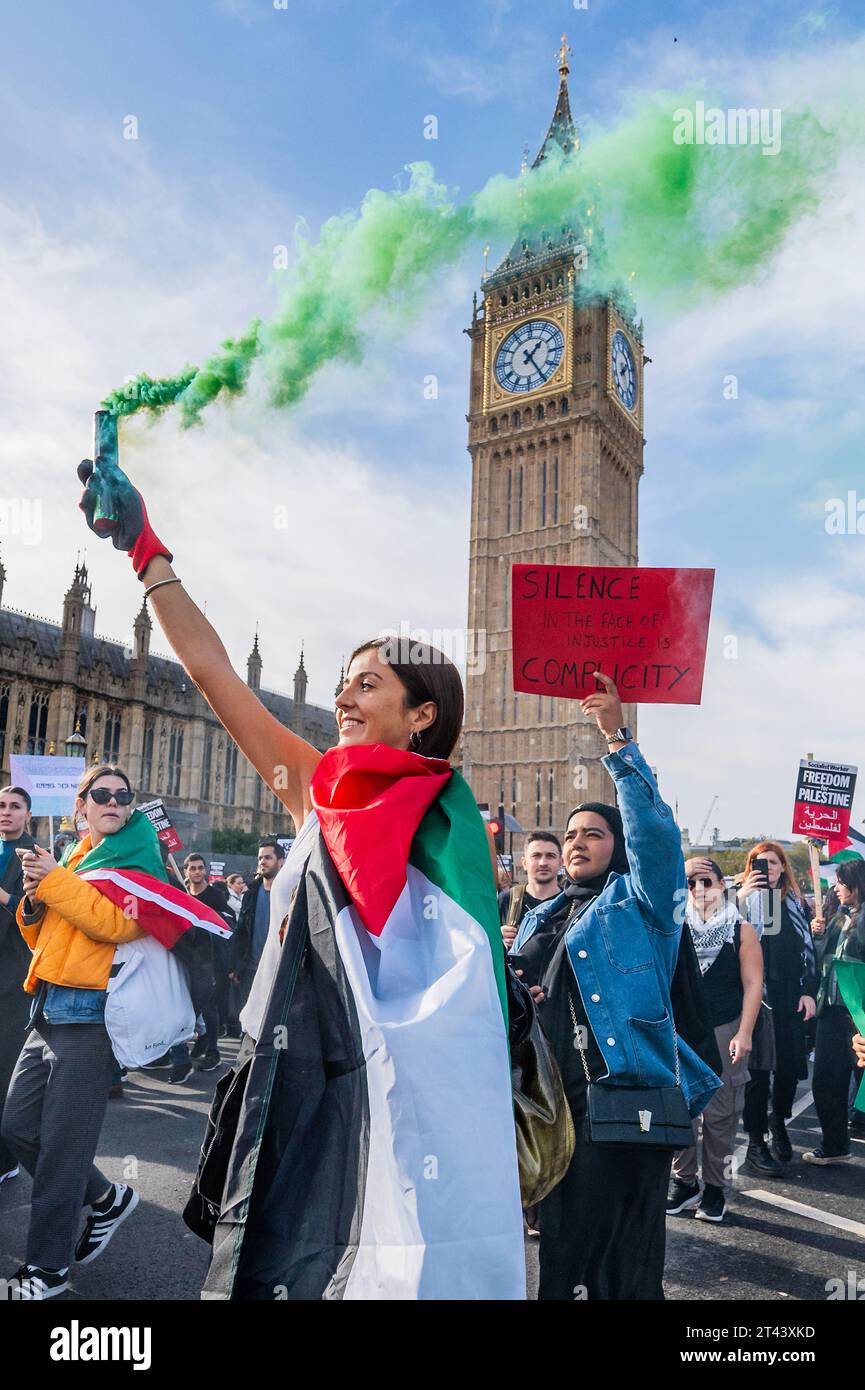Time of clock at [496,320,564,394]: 1:24
